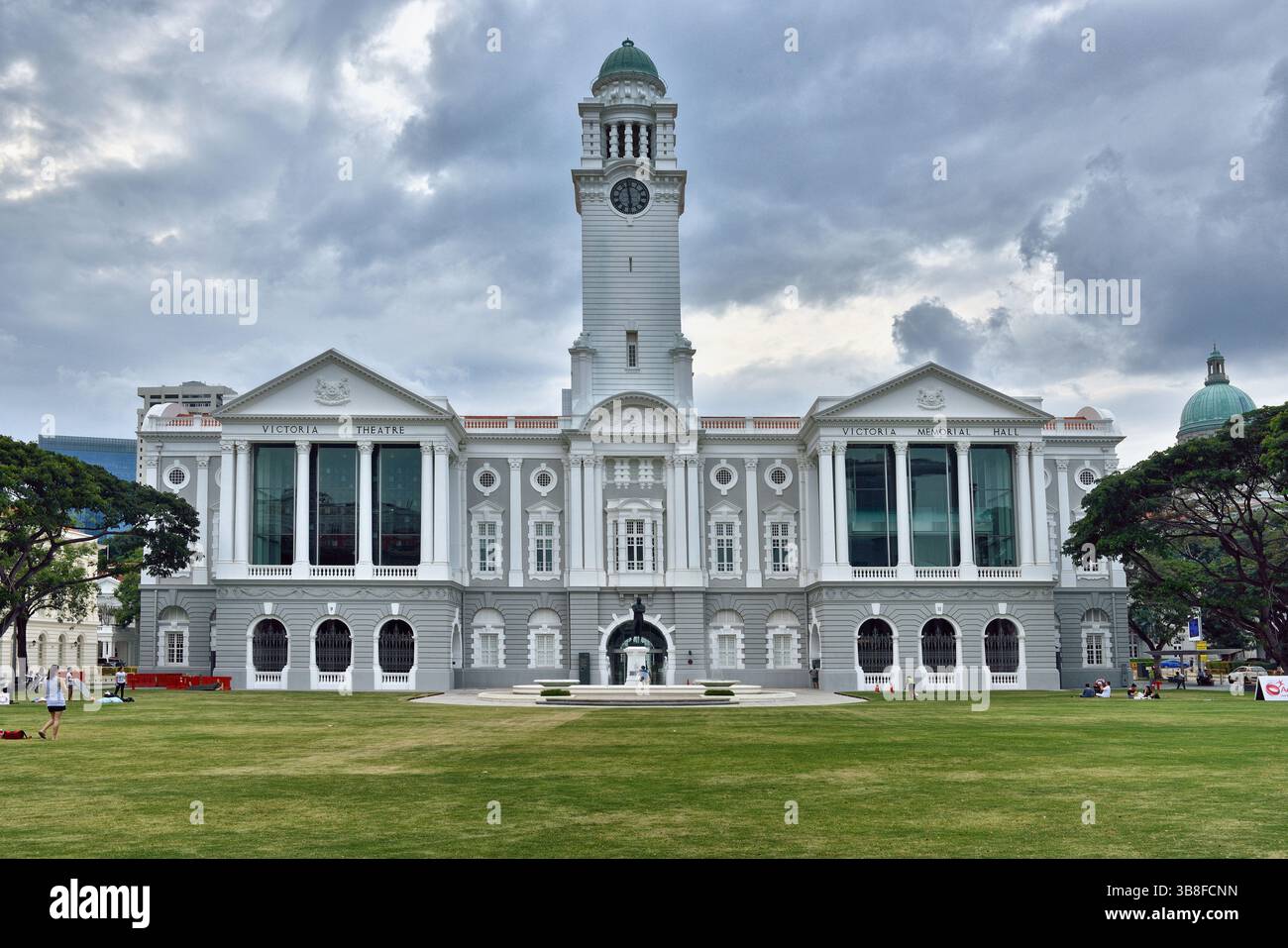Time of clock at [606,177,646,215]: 5:58
